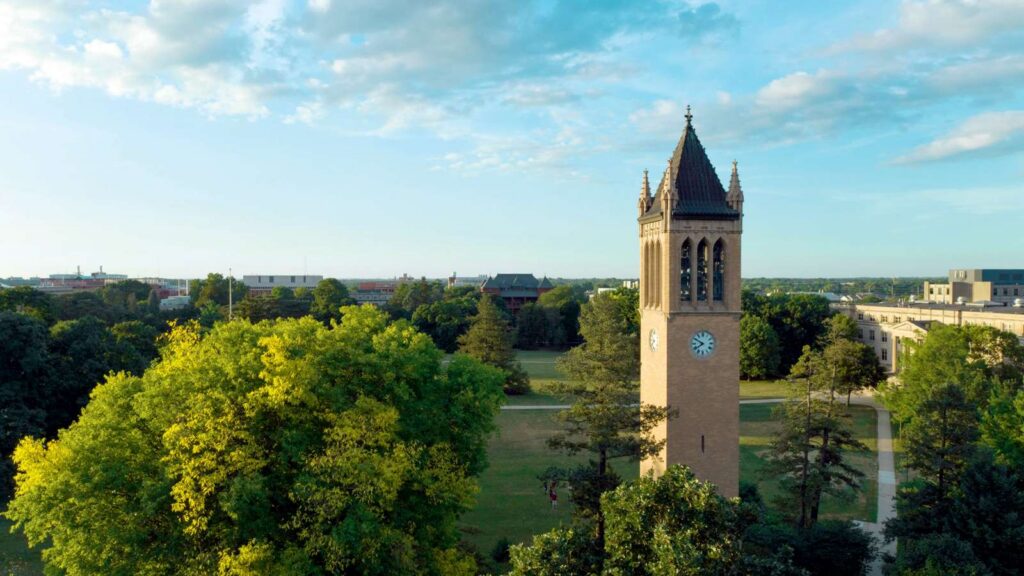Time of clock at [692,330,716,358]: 7:49
